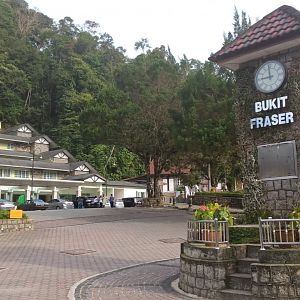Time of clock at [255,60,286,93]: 8:58
